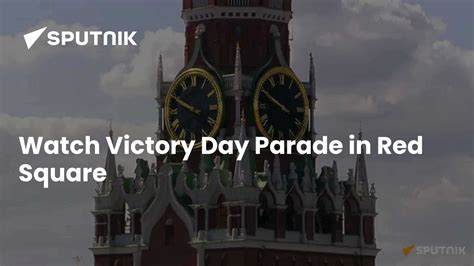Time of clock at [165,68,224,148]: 9:49
